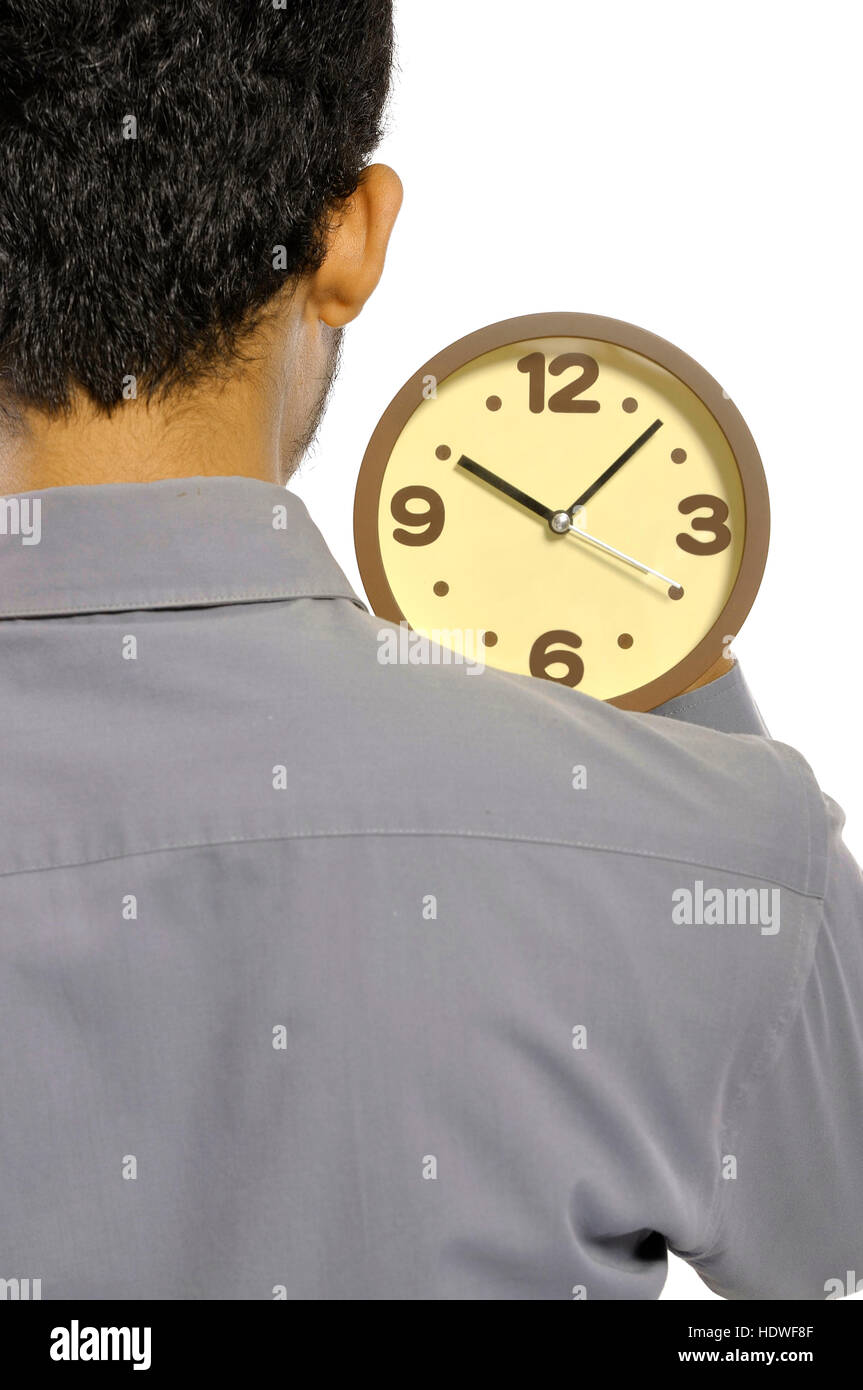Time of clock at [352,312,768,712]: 10:07
